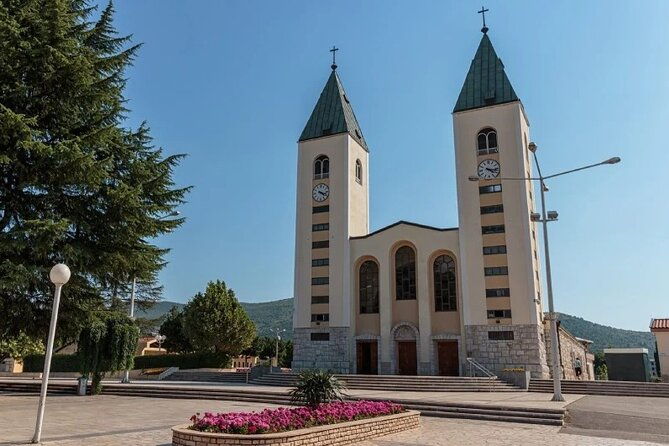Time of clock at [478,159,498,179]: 4:16
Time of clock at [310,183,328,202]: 4:17
